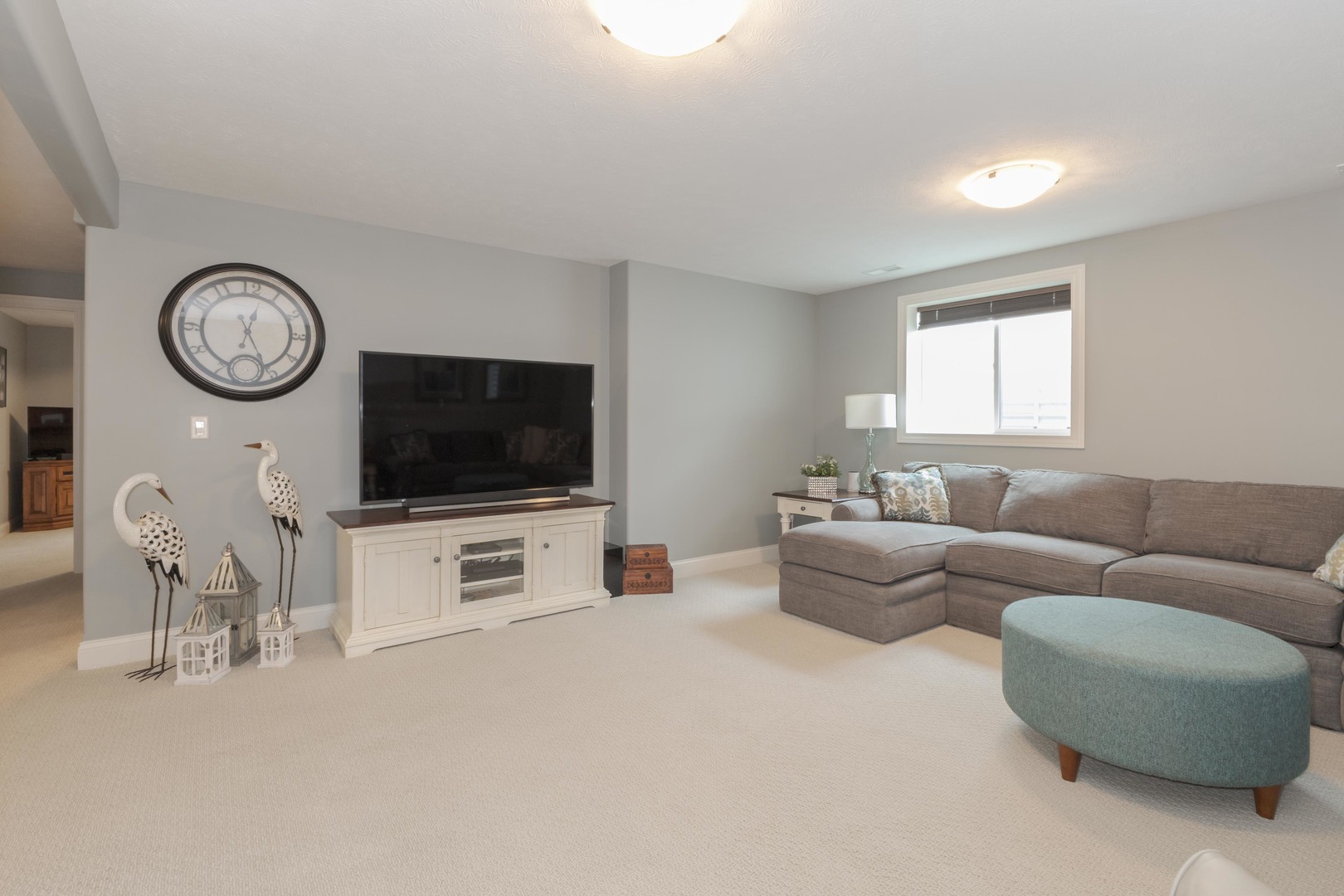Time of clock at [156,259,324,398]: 12:26
